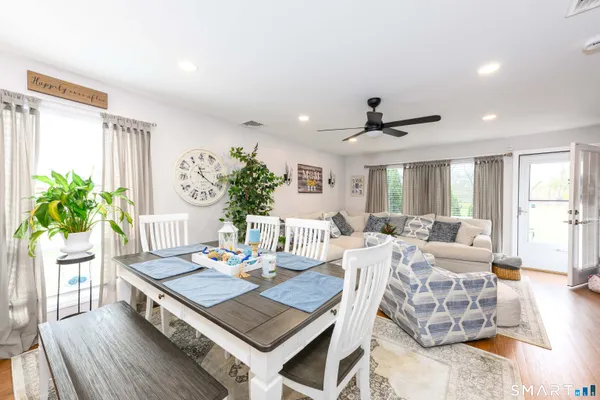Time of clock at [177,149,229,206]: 11:21
